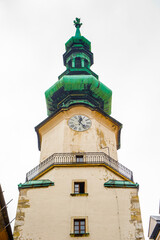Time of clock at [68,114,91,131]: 12:23
